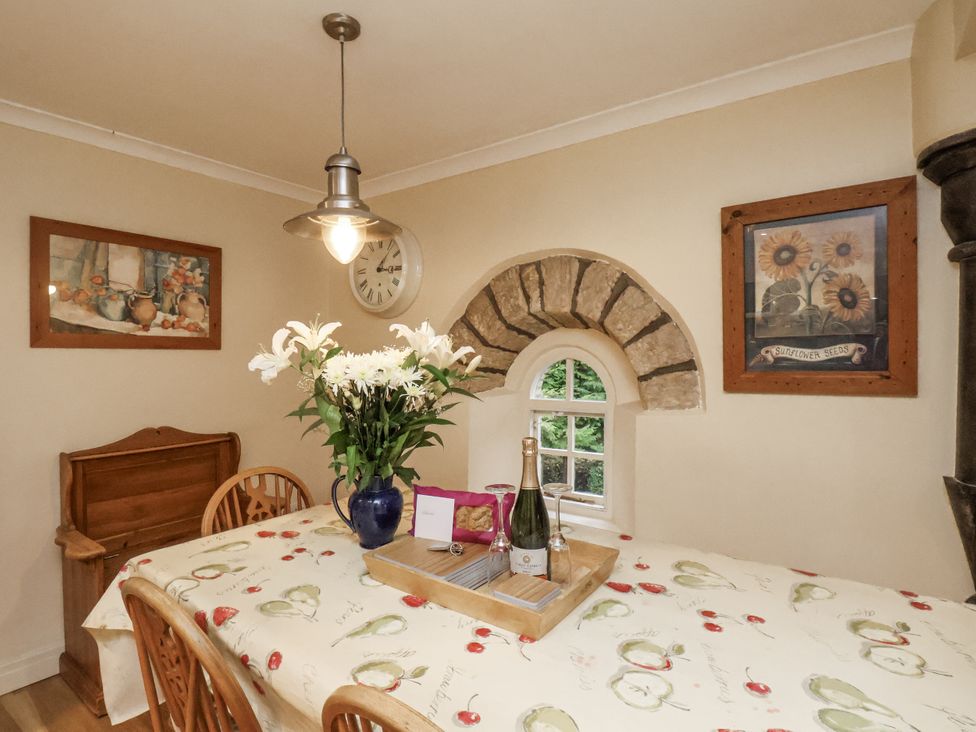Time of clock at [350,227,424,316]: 3:06
